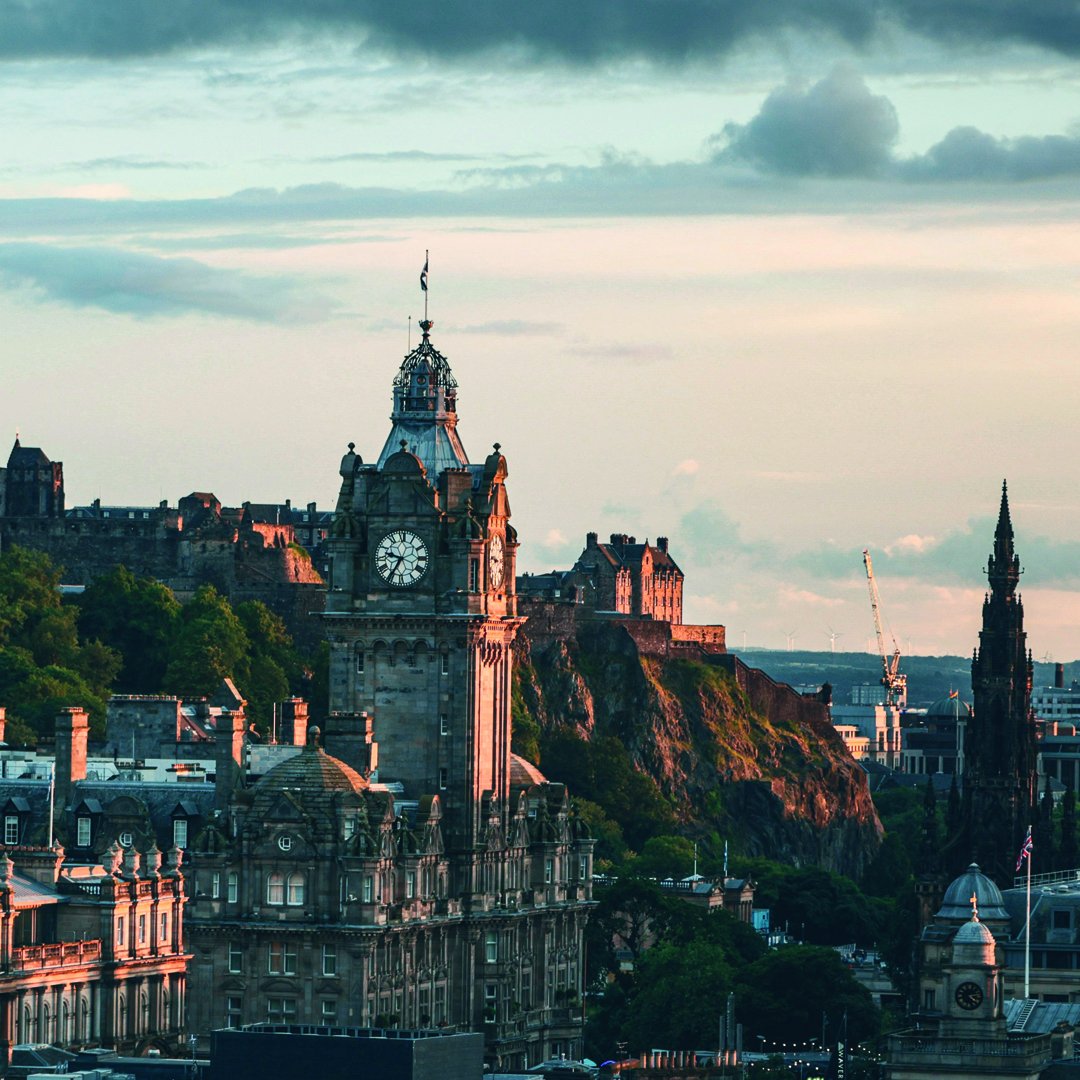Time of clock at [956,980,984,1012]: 4:13
